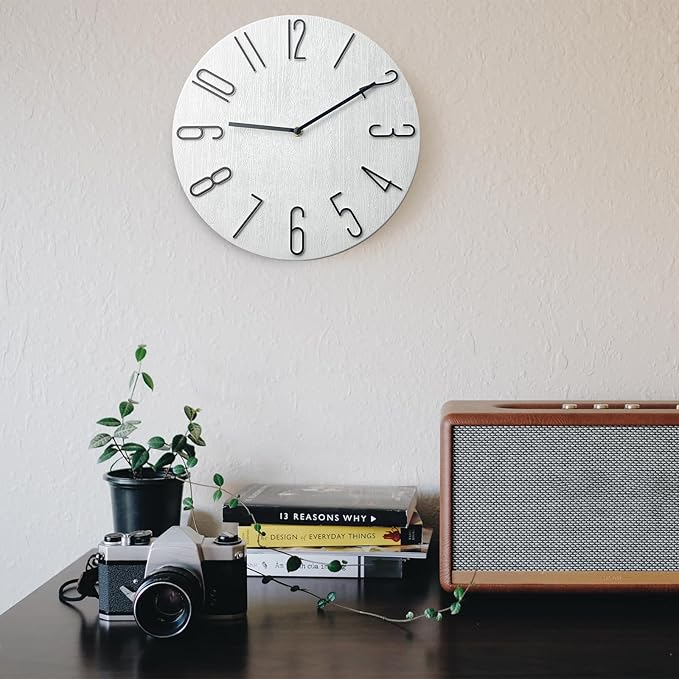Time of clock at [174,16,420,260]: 9:09
